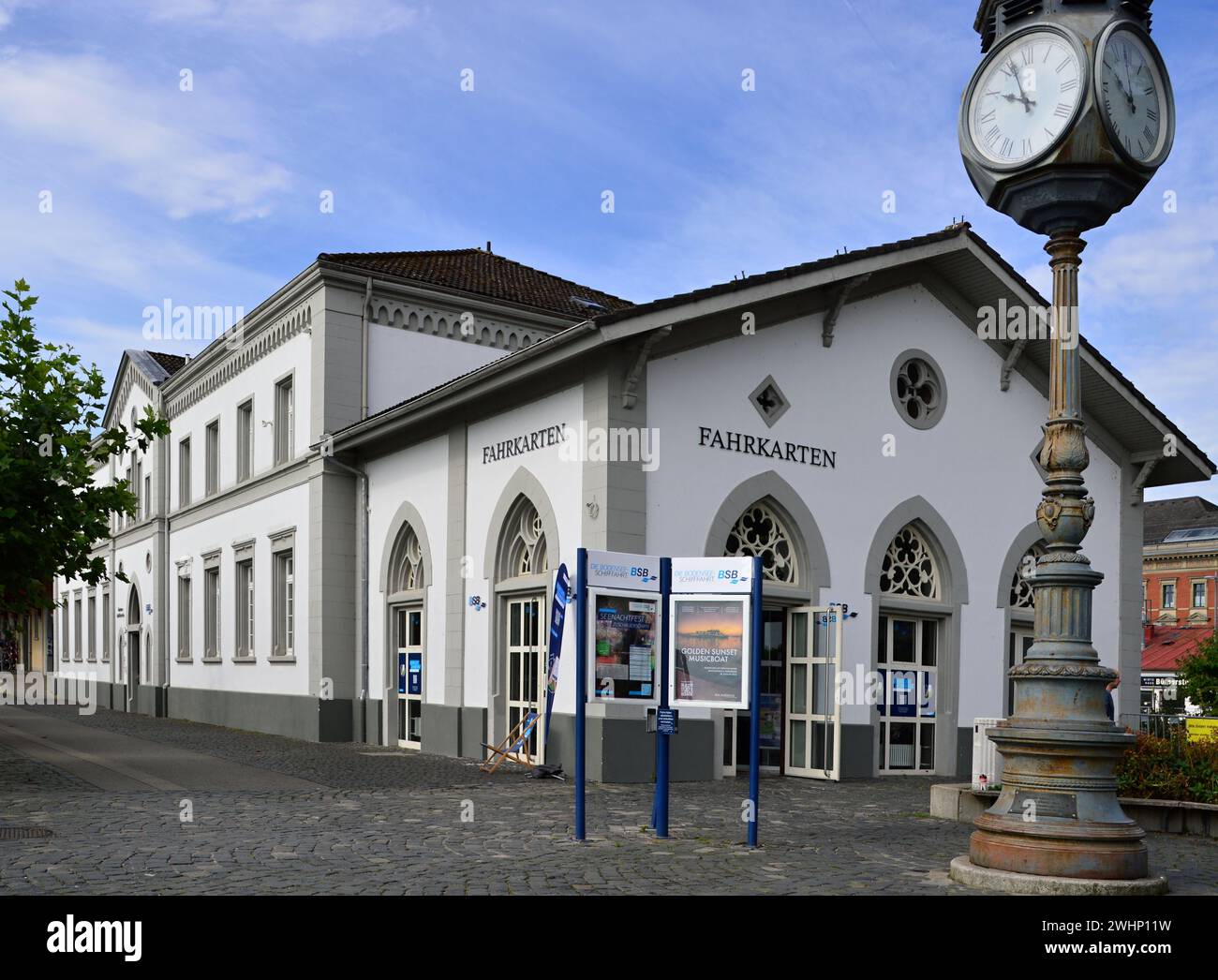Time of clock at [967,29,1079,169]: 9:56
